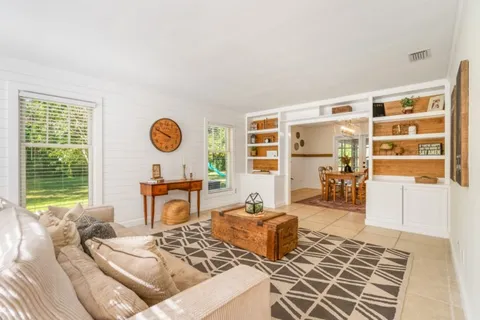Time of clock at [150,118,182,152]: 9:49
